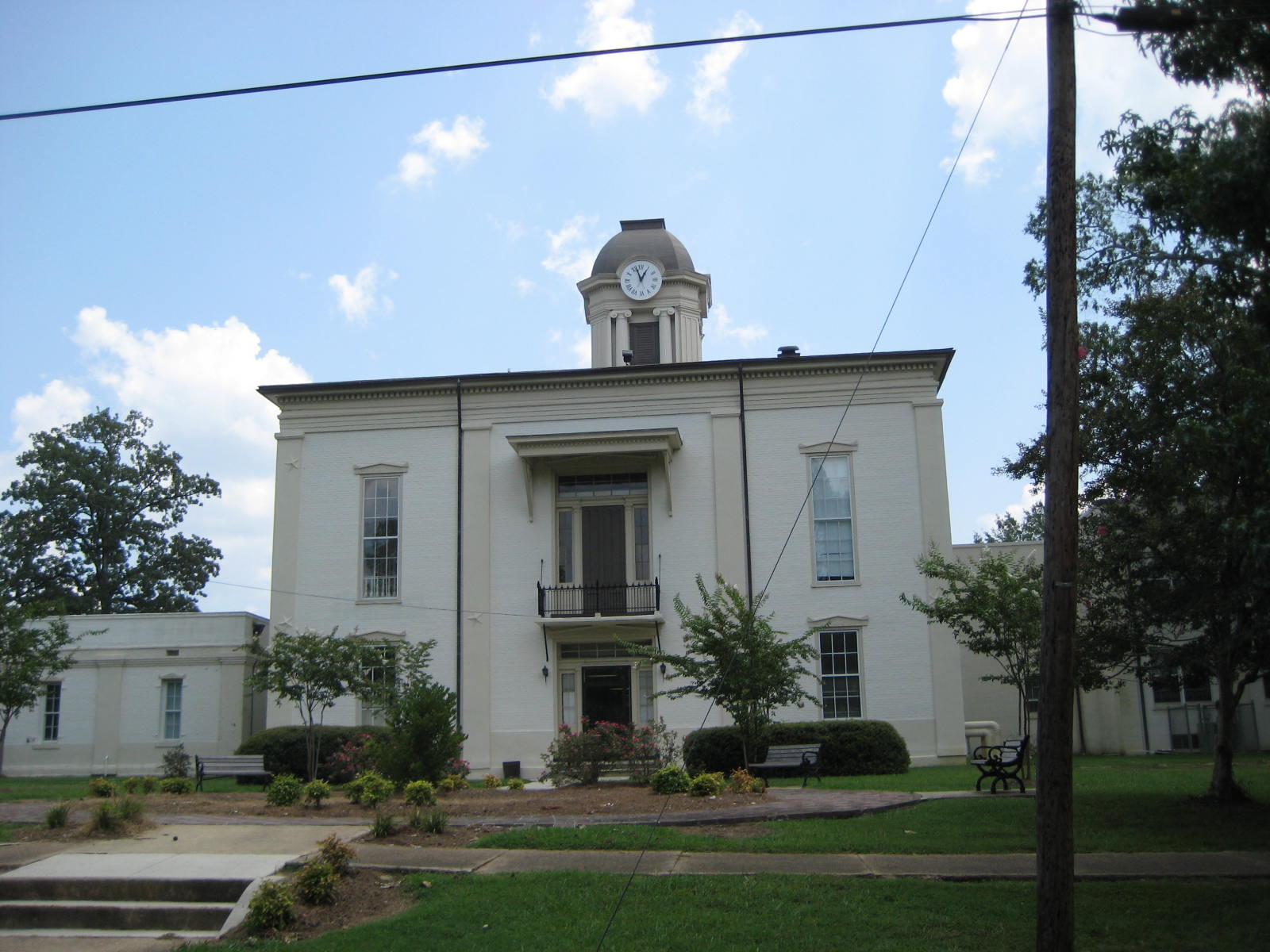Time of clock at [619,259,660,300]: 12:57
